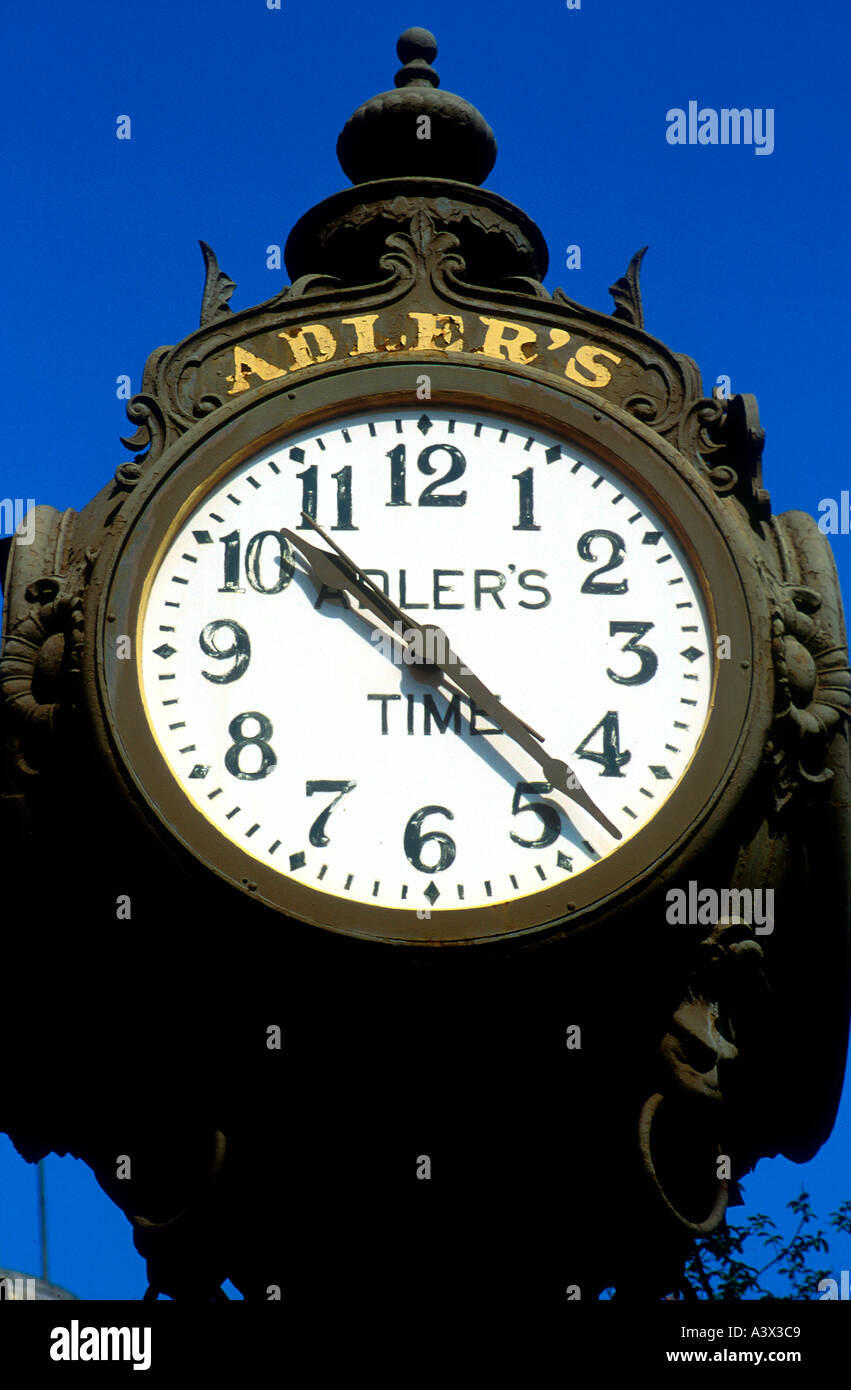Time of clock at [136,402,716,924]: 10:22
